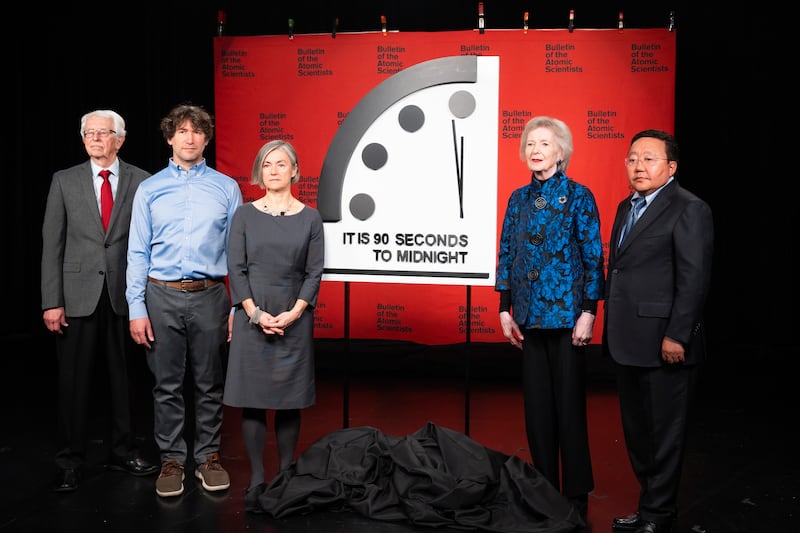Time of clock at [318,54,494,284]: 11:58
